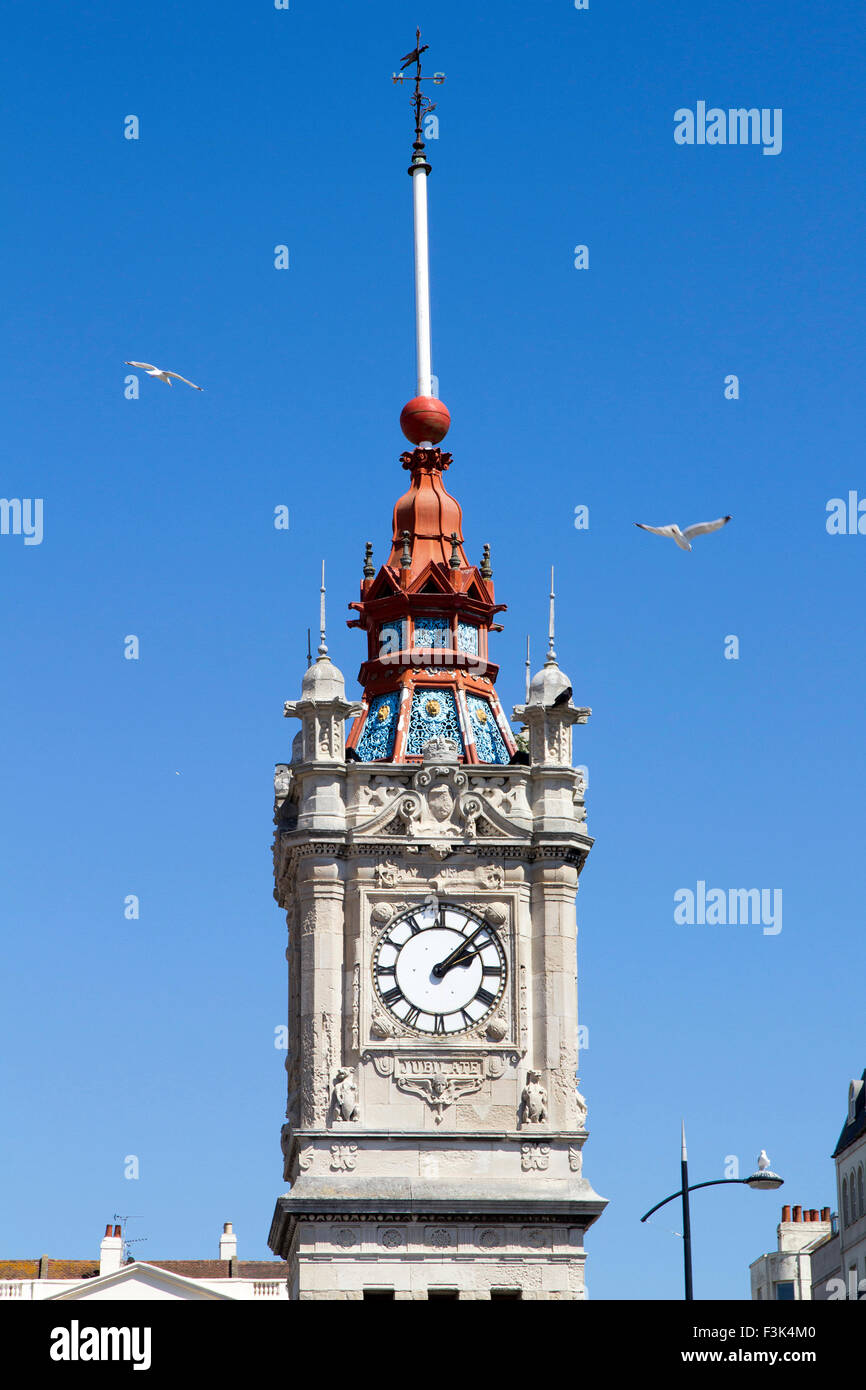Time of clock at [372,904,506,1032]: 2:07
